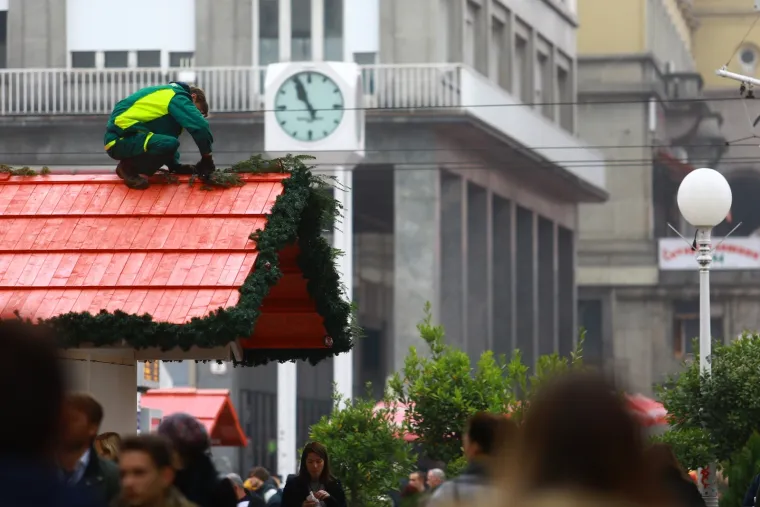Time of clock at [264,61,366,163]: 10:56
